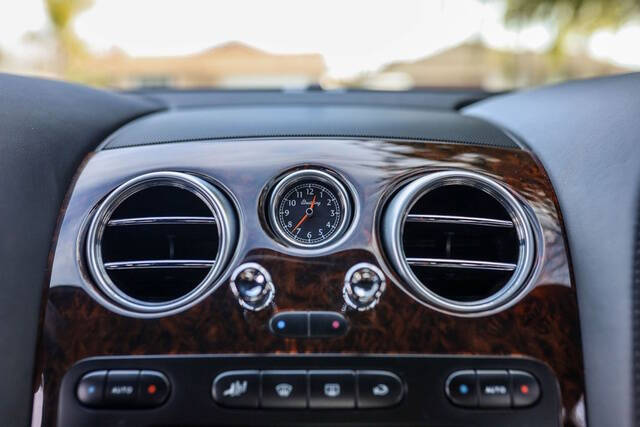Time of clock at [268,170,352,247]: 12:36
